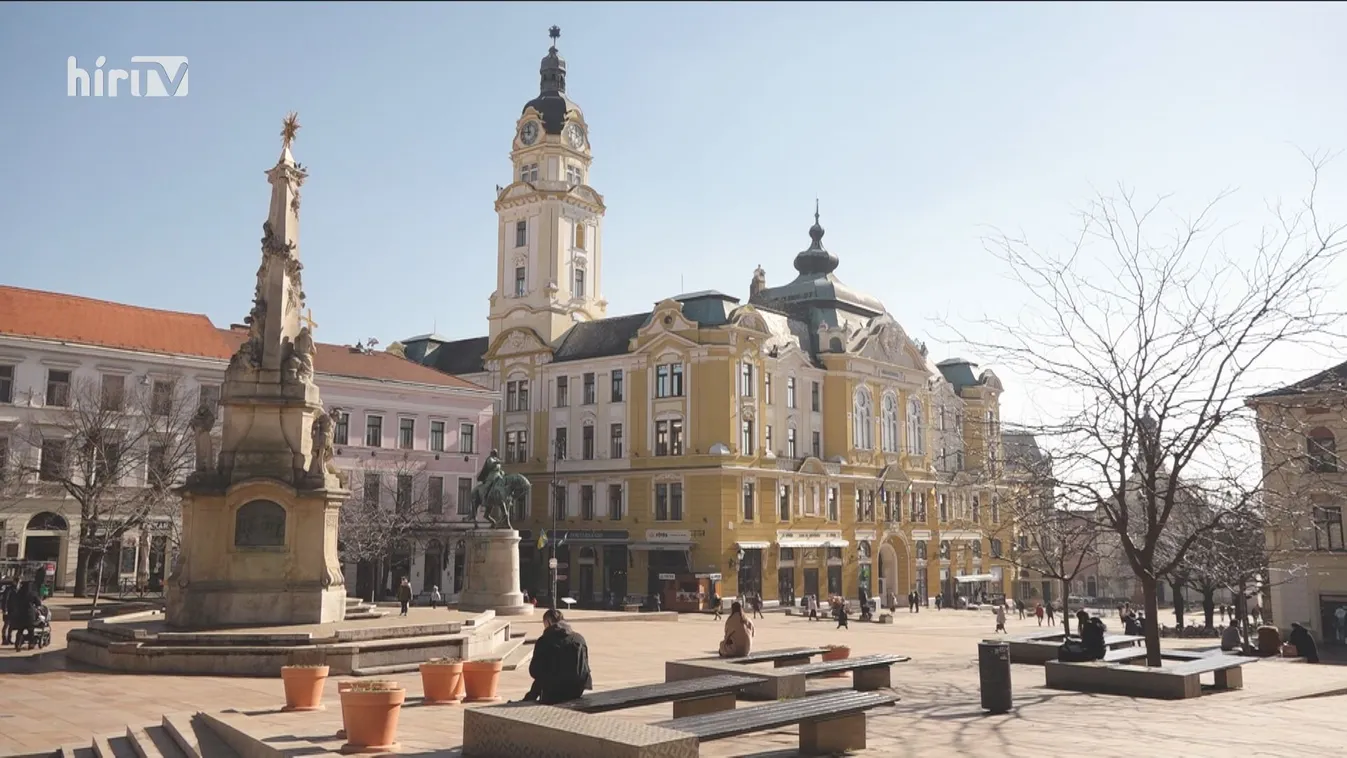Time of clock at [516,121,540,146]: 11:46
